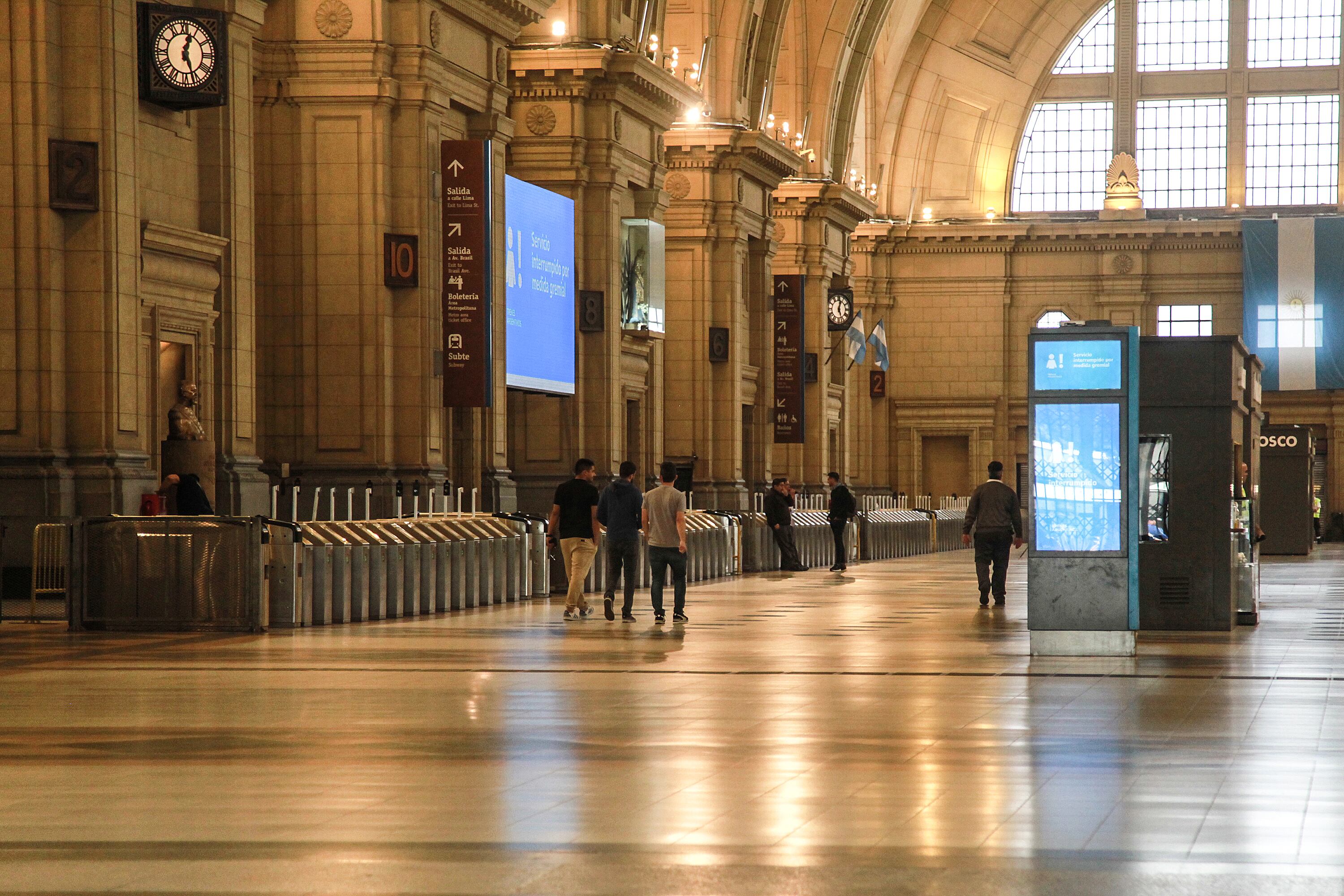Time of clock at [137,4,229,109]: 12:26
